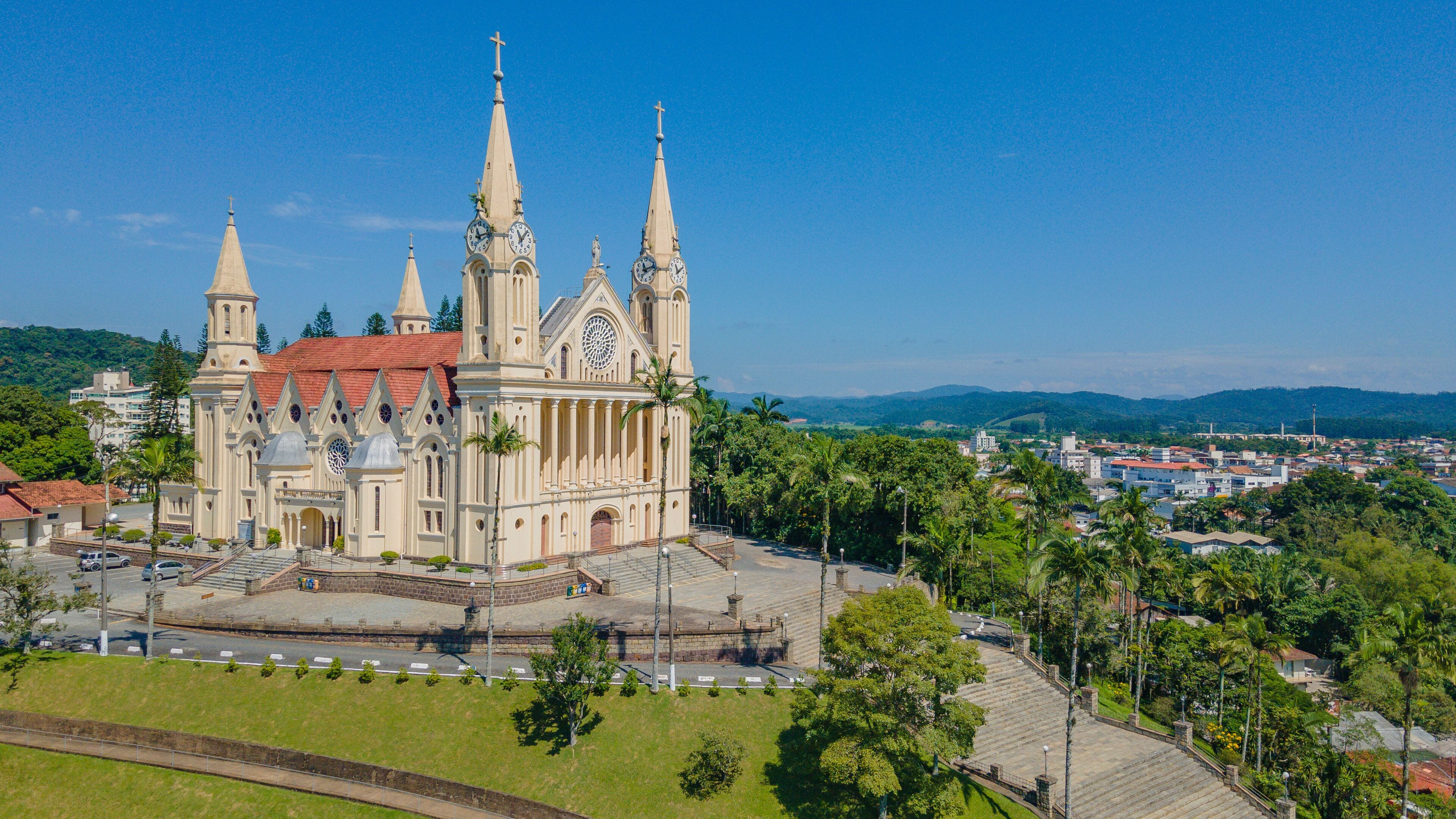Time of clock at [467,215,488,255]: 11:13
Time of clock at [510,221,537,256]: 11:07
